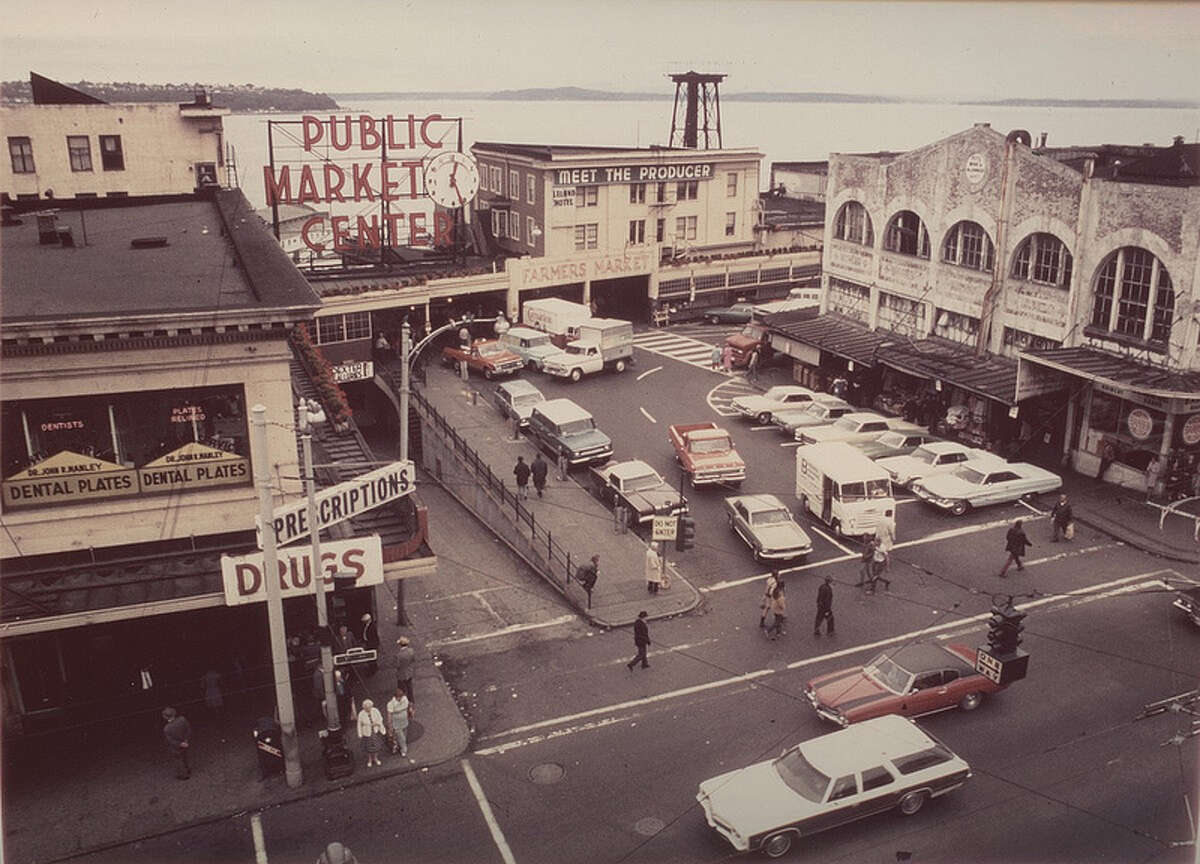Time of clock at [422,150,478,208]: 12:26
